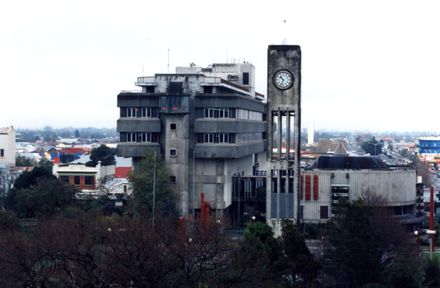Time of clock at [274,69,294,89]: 10:33
